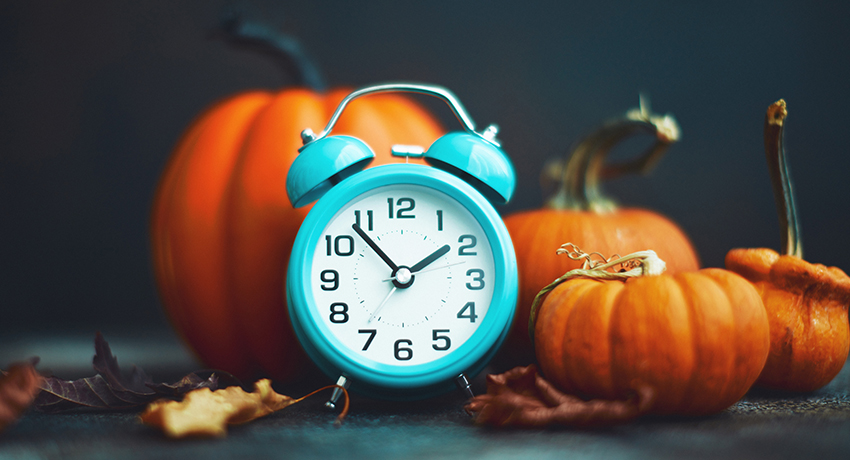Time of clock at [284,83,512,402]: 1:53
